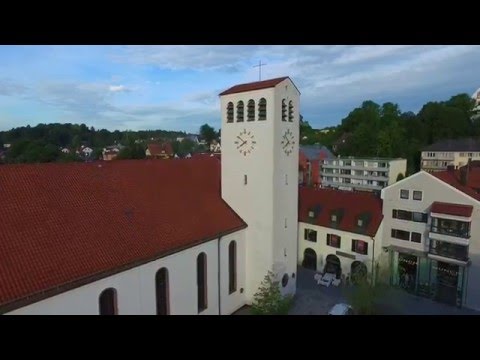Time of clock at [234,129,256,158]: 7:51
